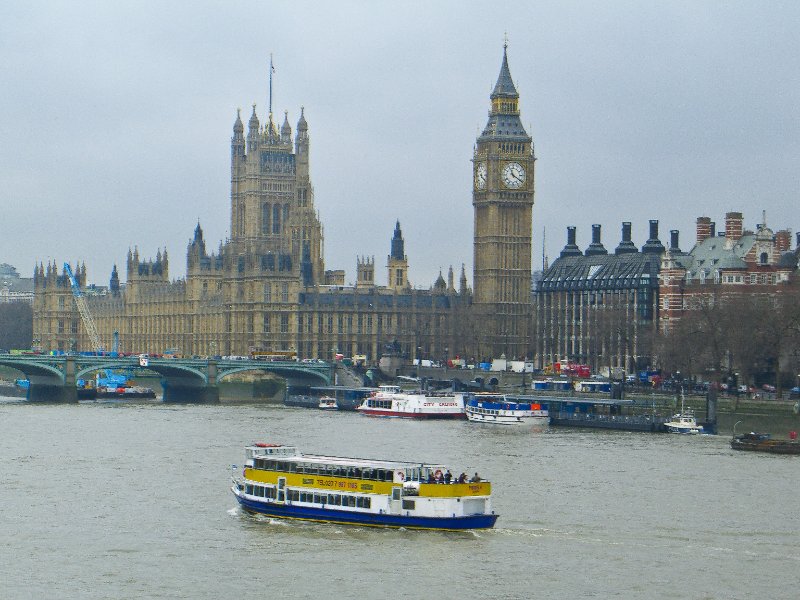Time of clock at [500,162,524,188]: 11:20
